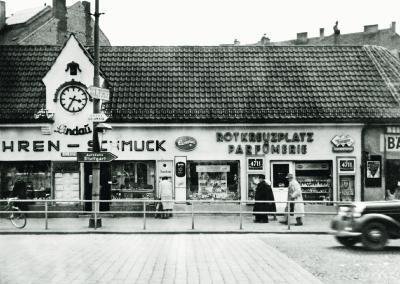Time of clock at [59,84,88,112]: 3:35
